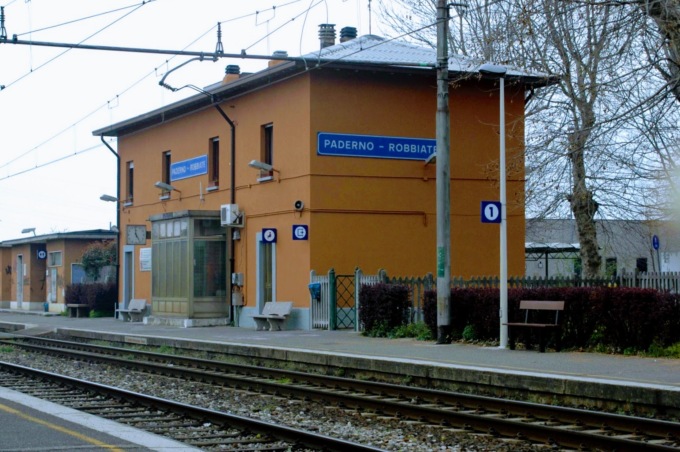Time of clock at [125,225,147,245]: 4:59
